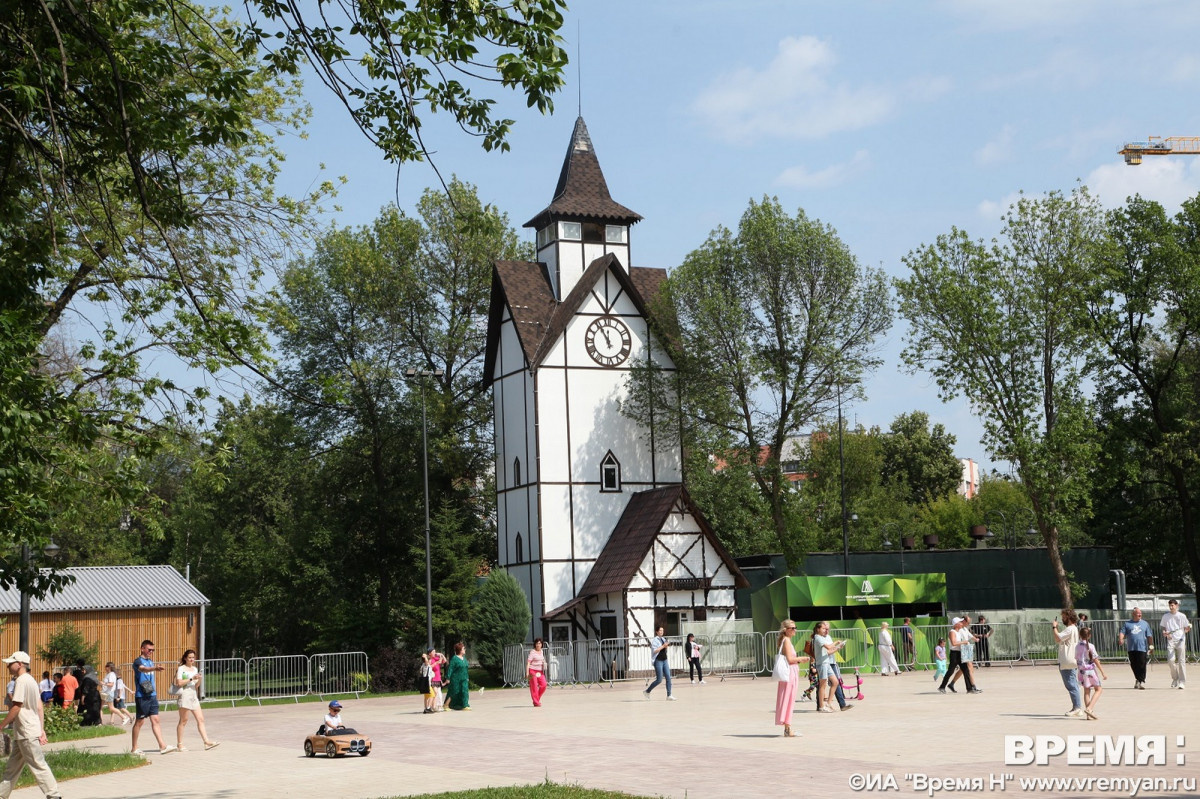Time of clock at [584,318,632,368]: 11:55
